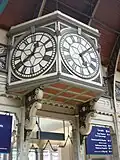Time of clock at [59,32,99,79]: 5:07
